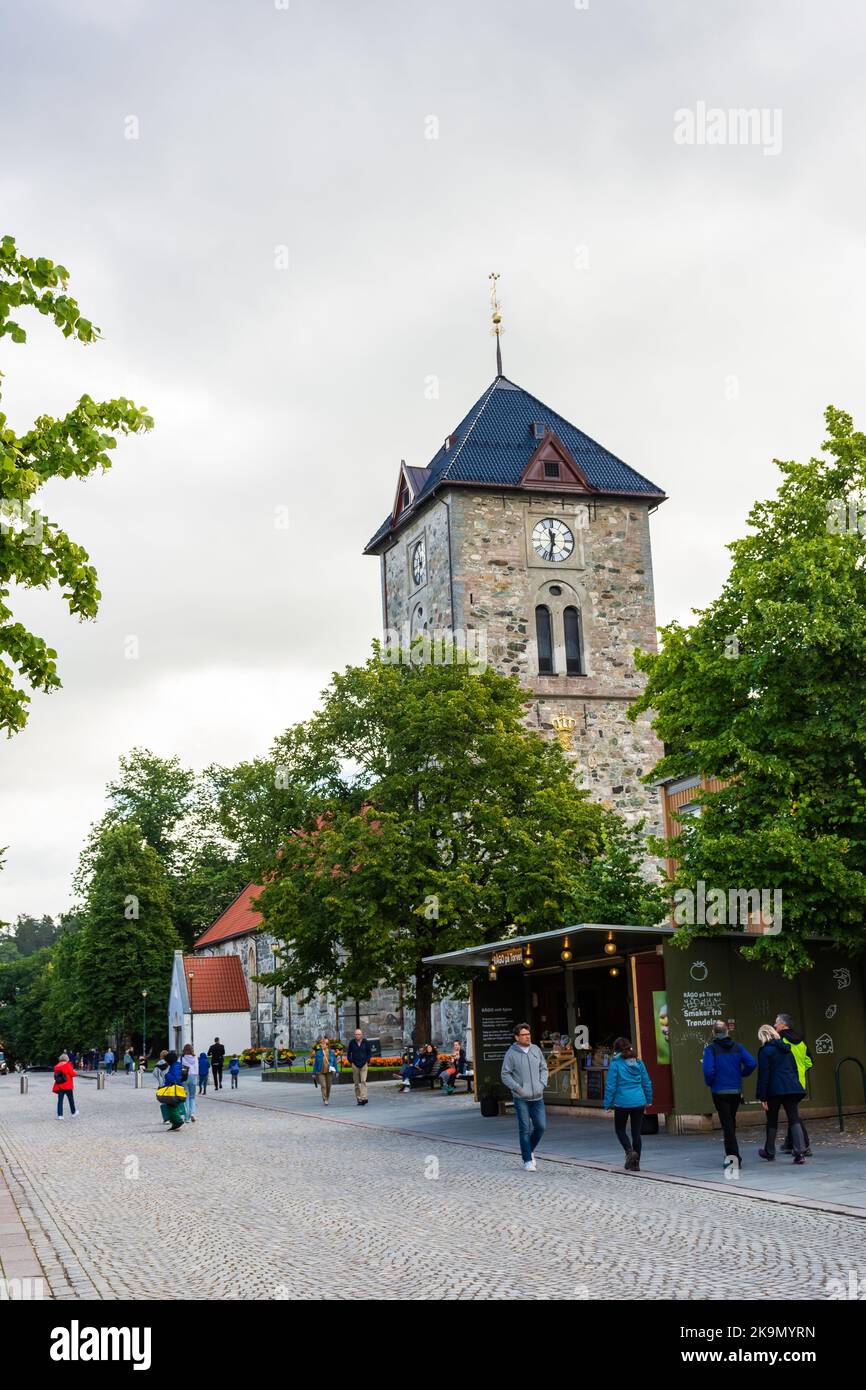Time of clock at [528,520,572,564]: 11:32
